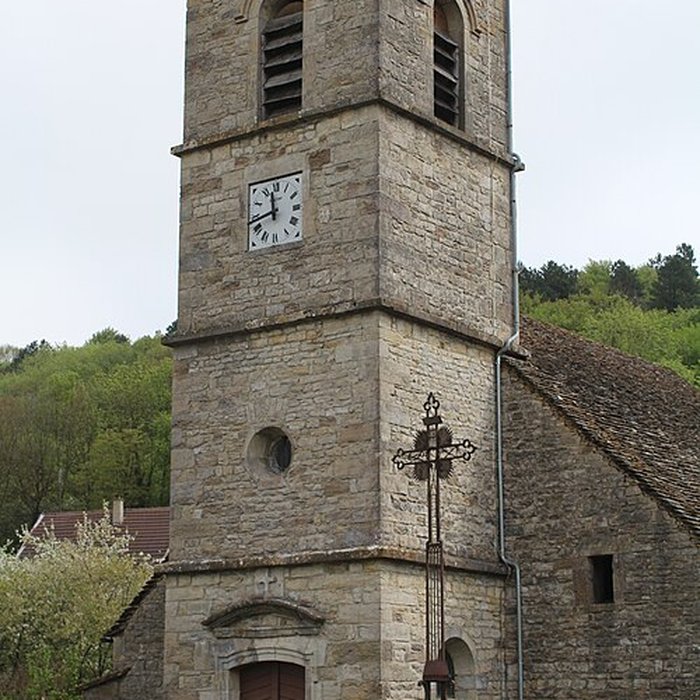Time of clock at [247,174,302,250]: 11:43
